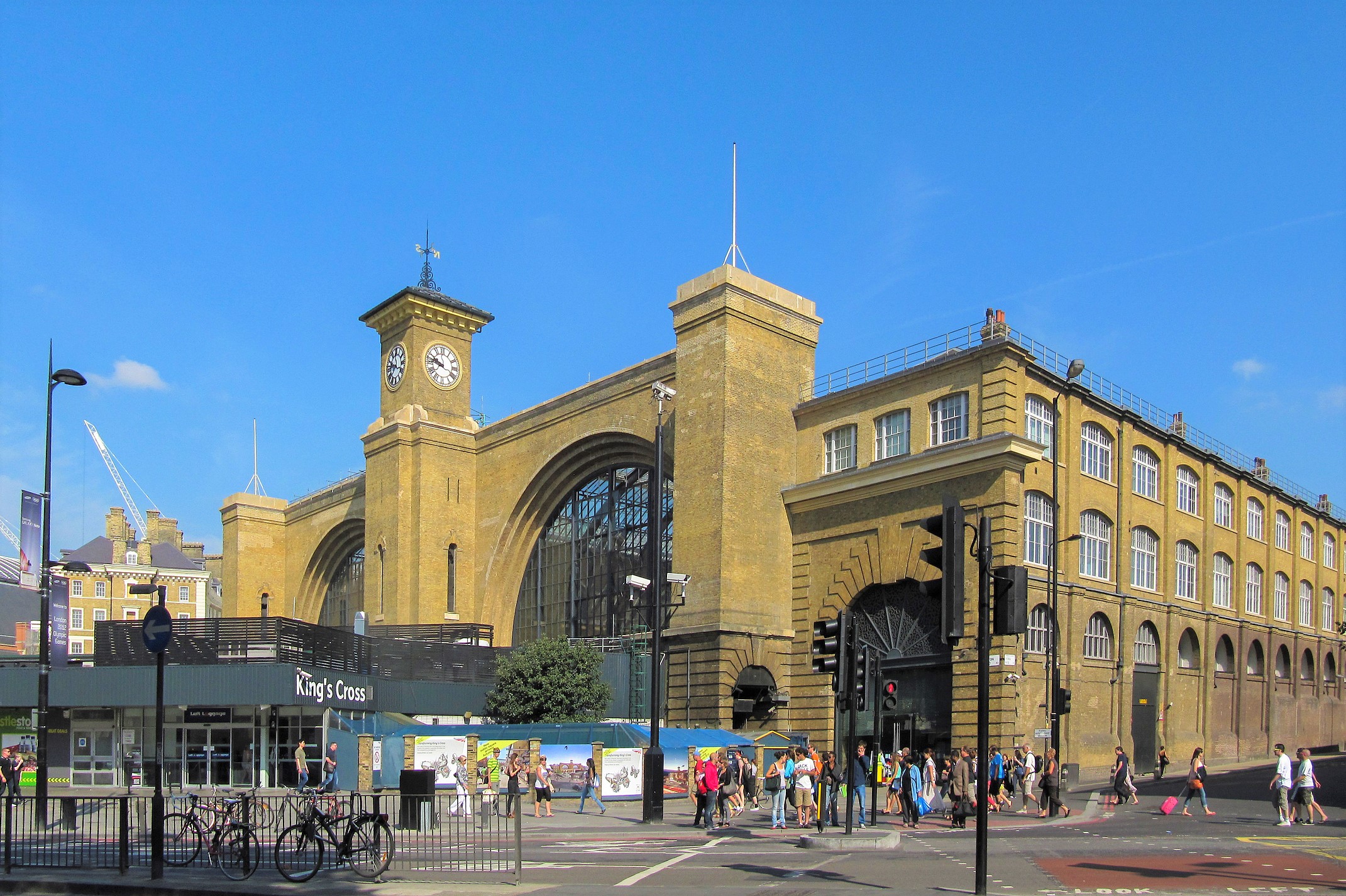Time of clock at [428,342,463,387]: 9:47
